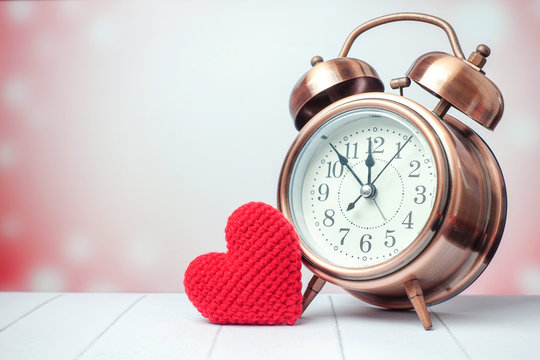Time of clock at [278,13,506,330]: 11:52
